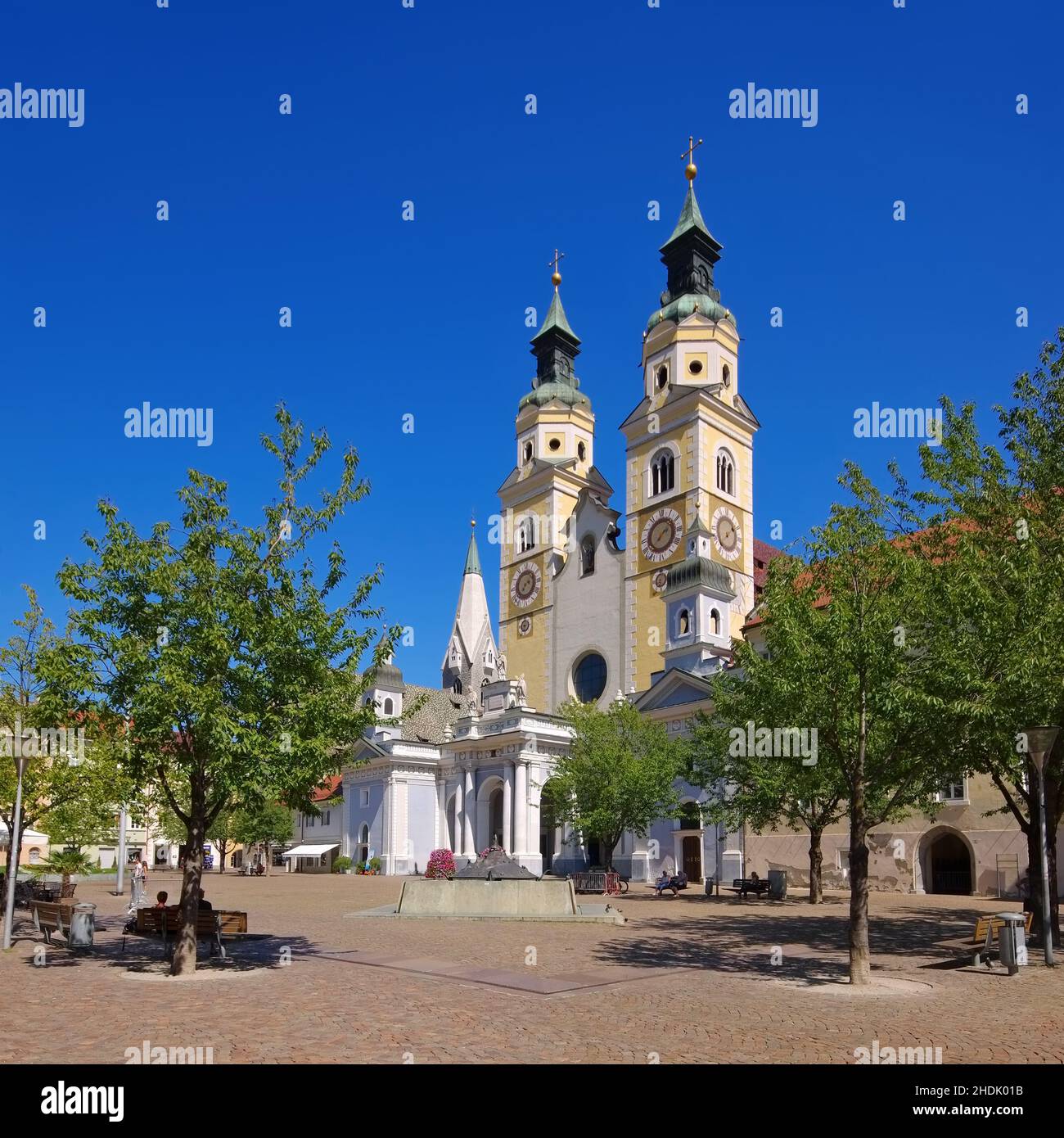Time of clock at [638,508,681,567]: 1:37
